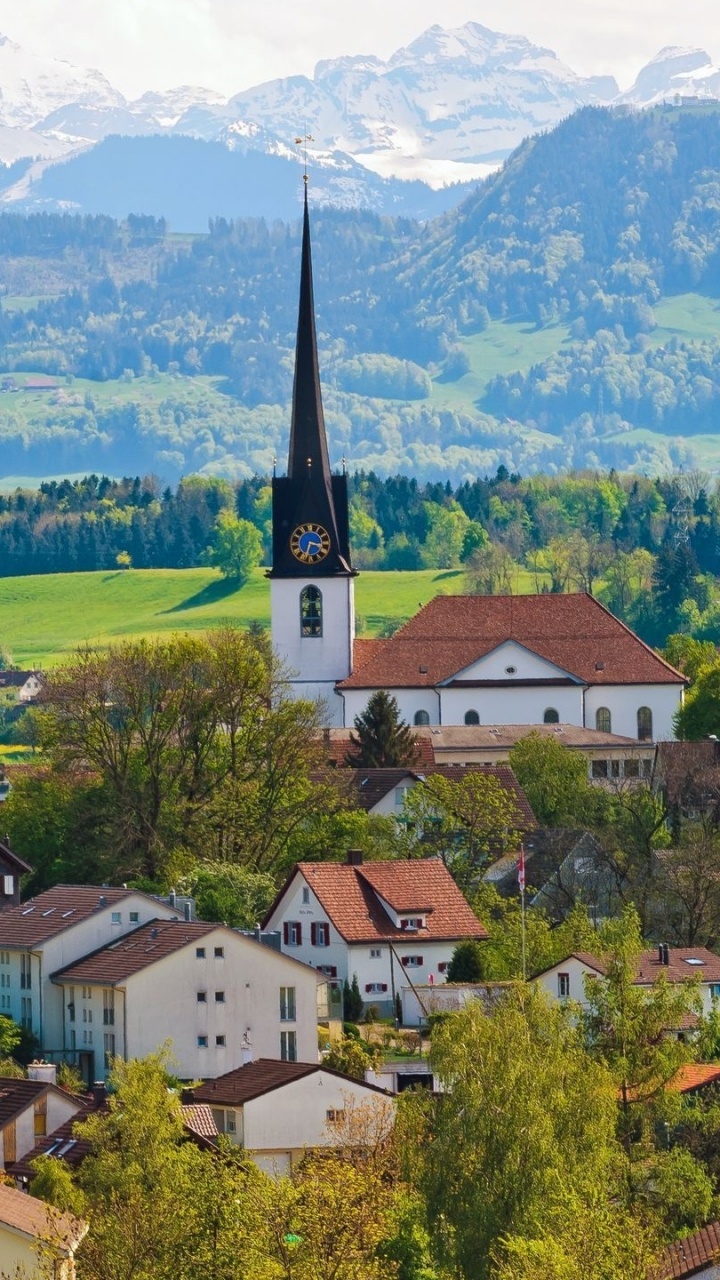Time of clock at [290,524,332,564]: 3:33
